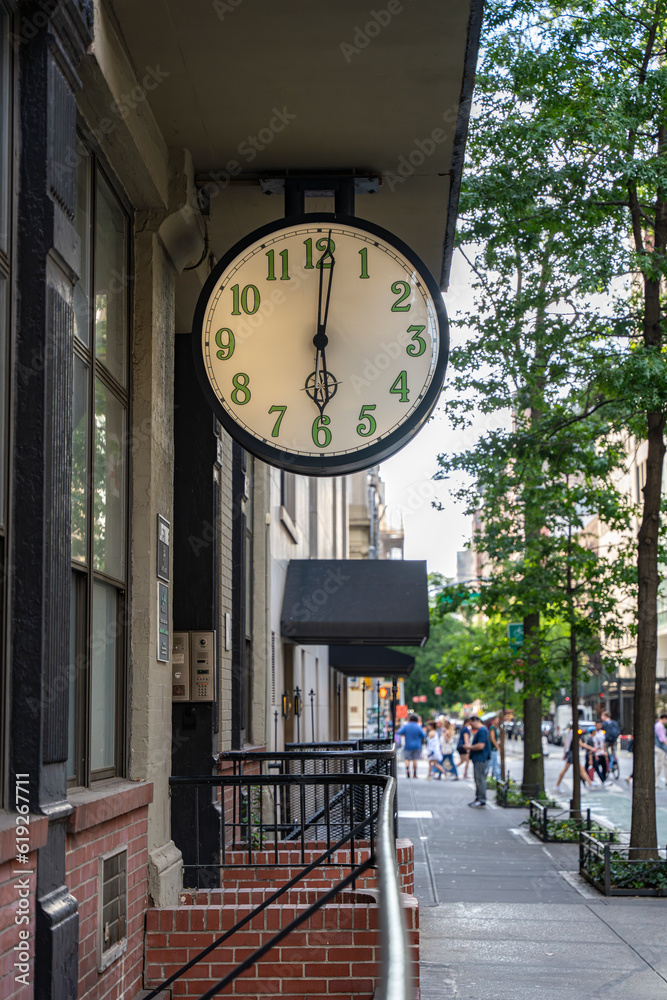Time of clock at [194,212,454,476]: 6:00
